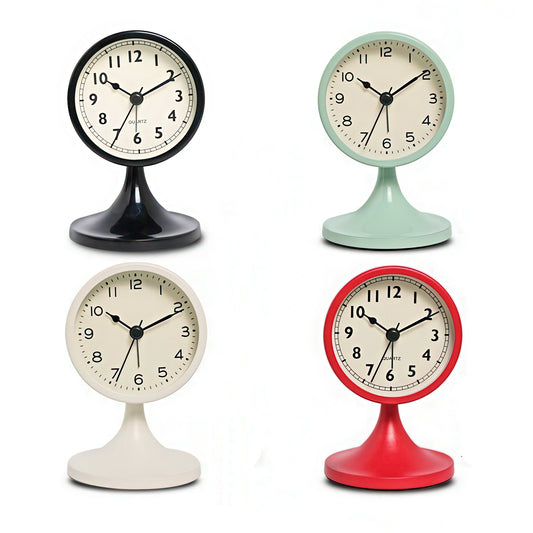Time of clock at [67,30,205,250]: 10:10
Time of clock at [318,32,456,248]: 10:09
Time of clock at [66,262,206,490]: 10:10
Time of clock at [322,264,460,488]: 10:10
